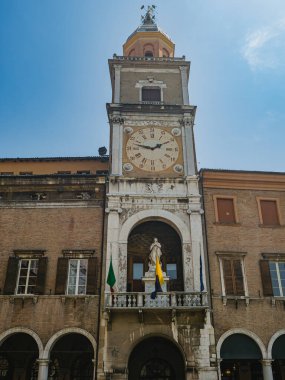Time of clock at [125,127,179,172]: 1:47
